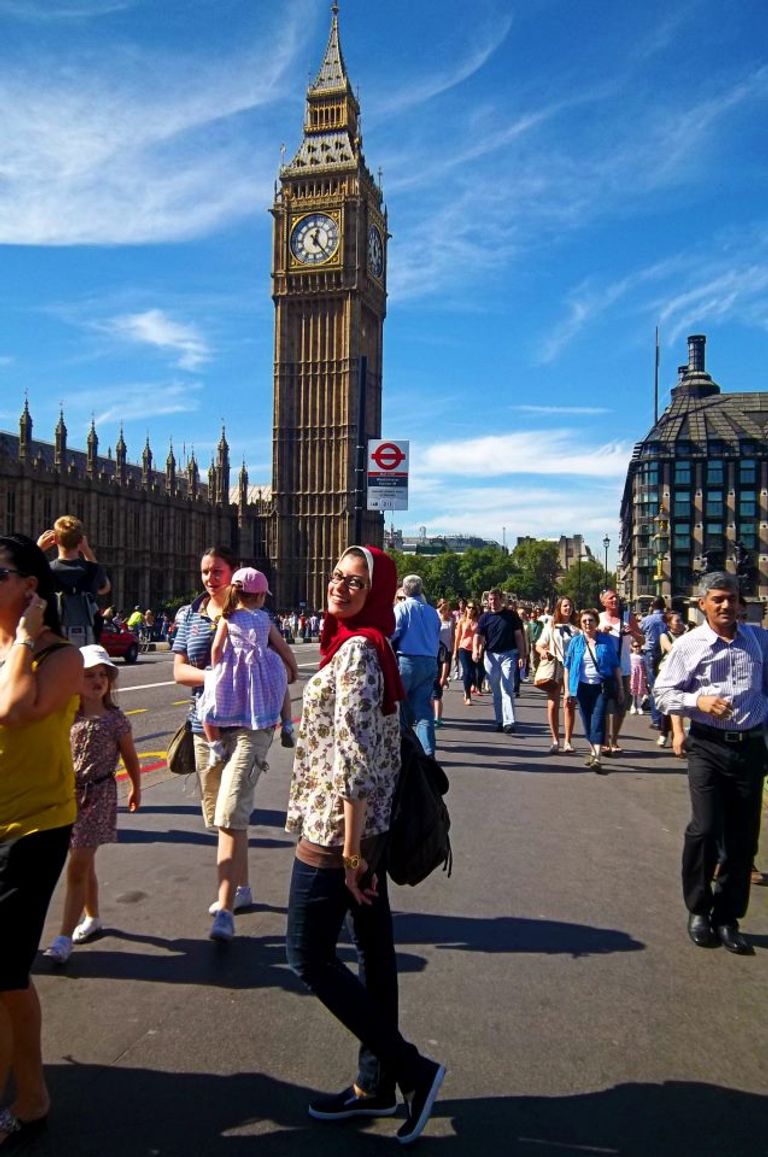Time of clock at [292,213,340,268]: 12:23
